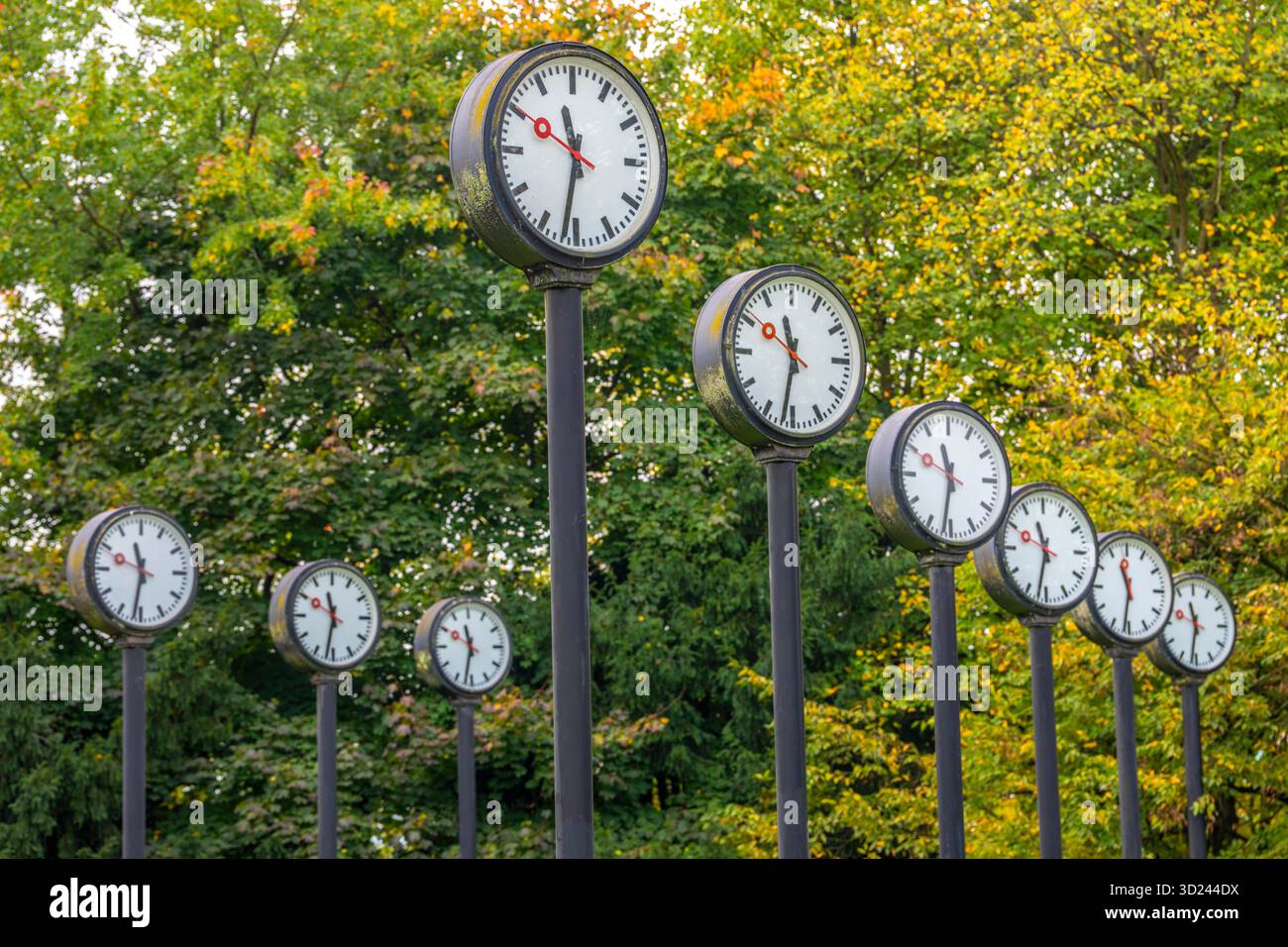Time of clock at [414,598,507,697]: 11:32
